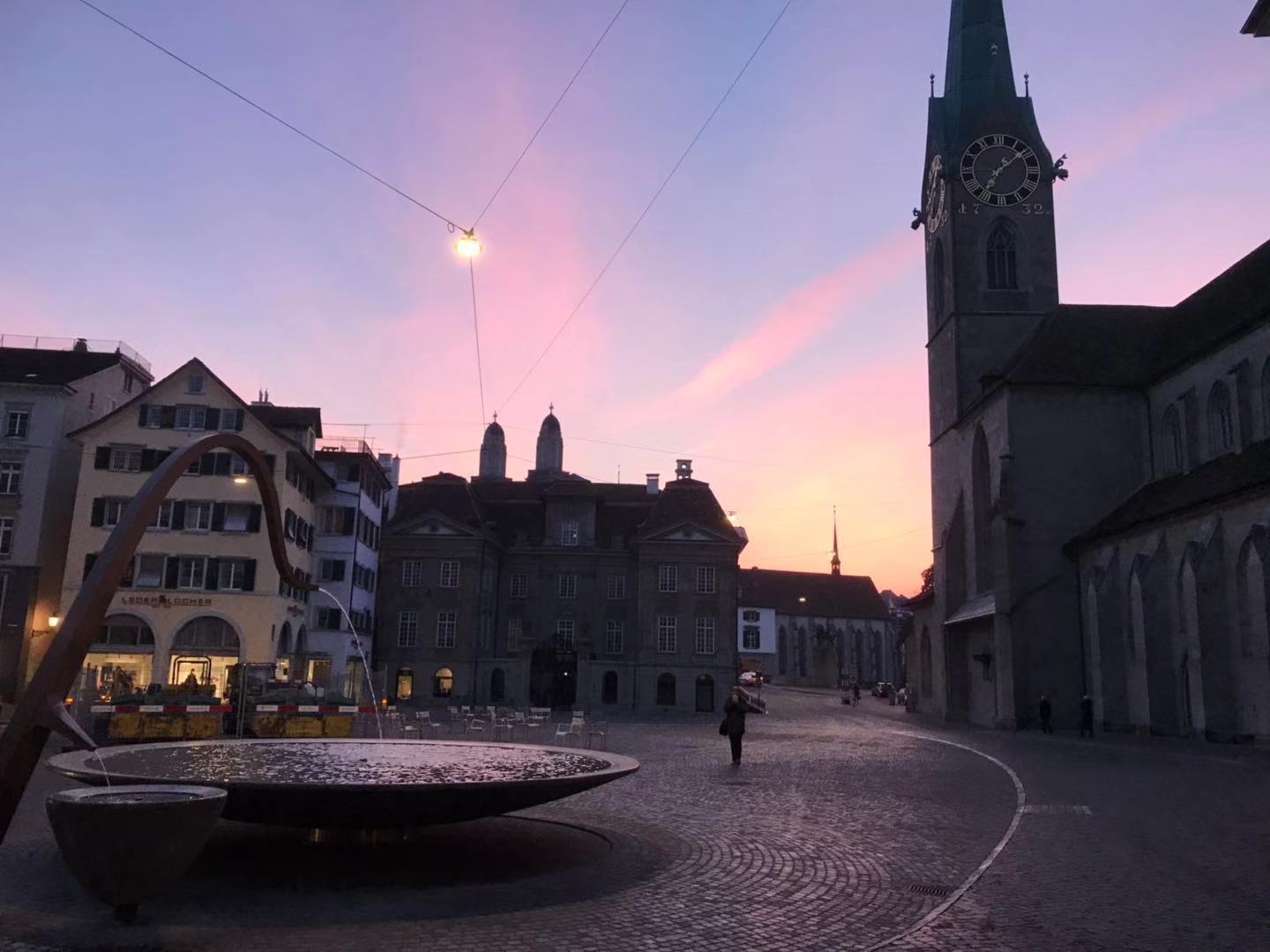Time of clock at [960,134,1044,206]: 7:08
